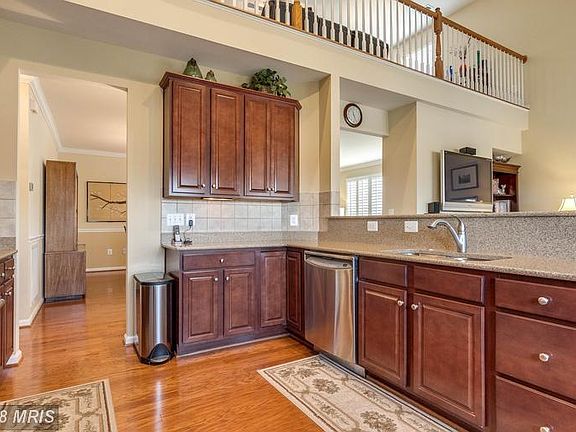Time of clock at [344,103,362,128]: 11:25
